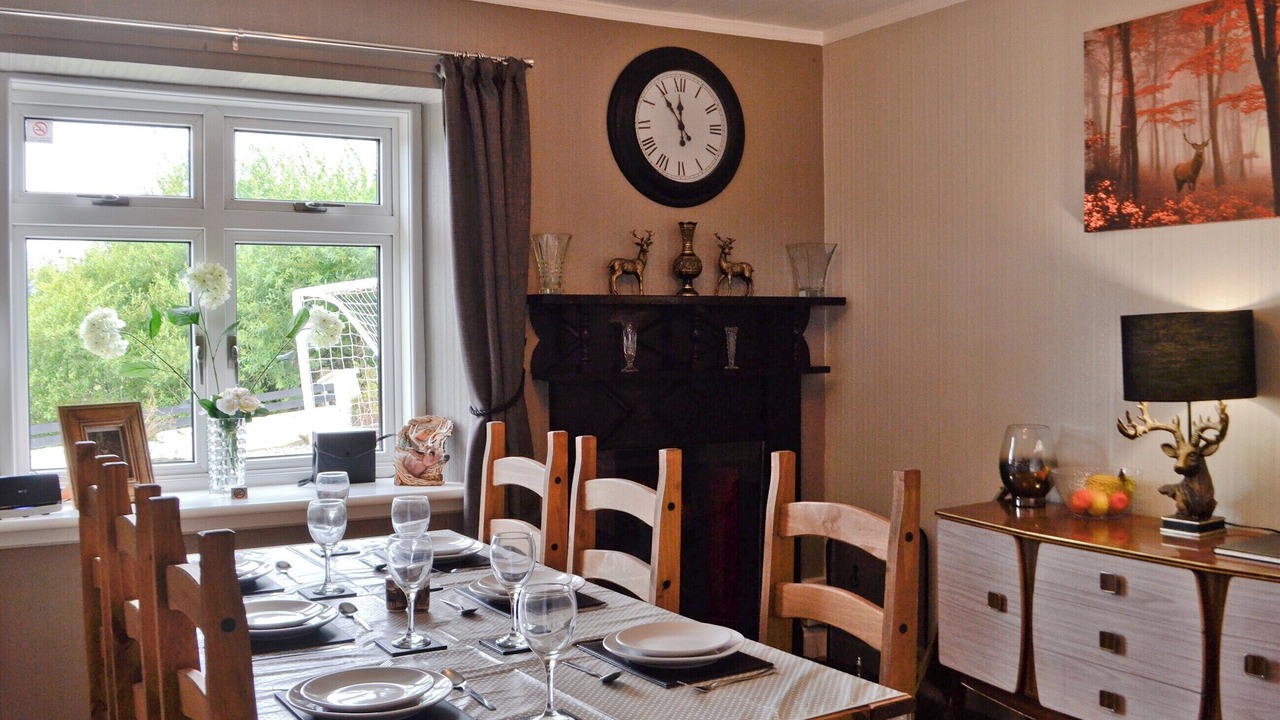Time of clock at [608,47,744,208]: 11:54
